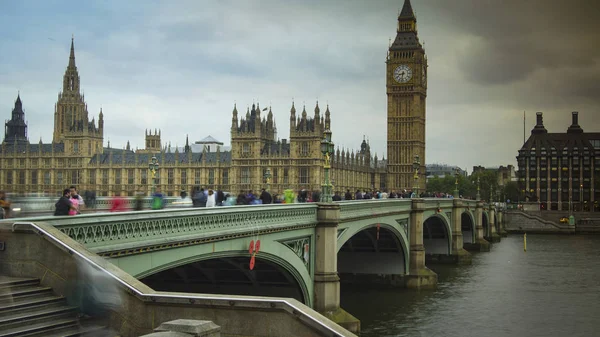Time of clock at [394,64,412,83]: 8:32
